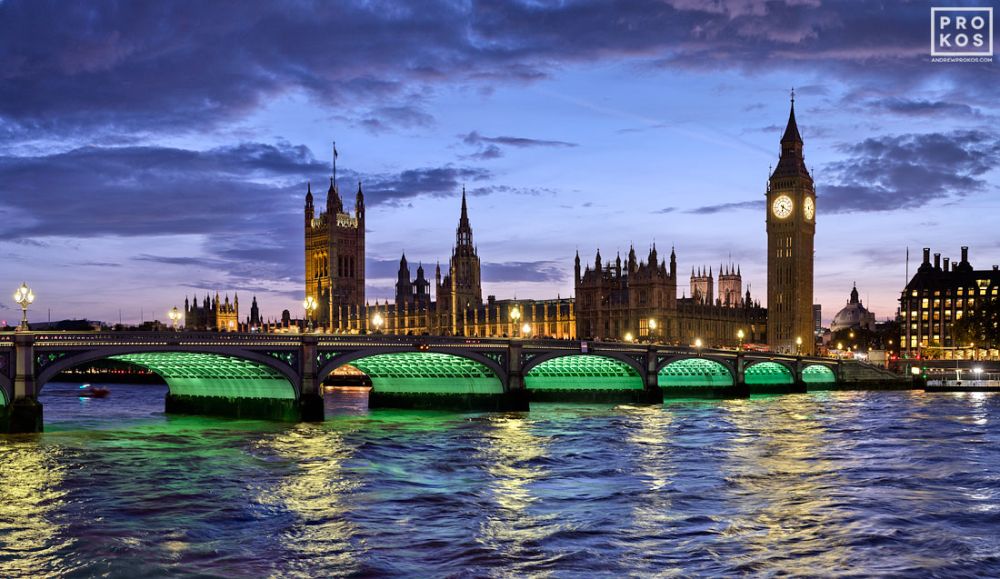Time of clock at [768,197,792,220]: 6:20
